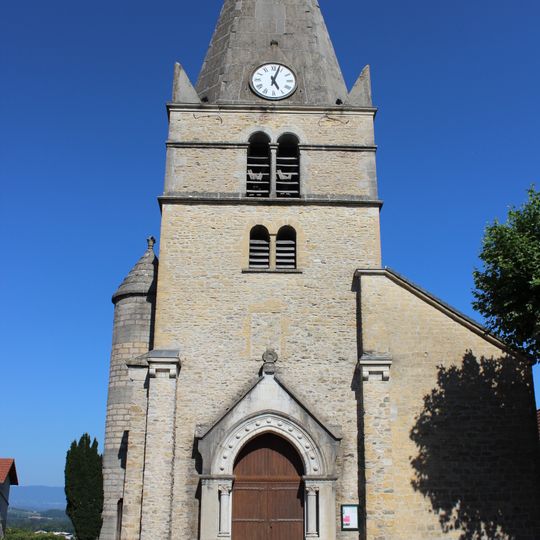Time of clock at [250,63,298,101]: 5:03
